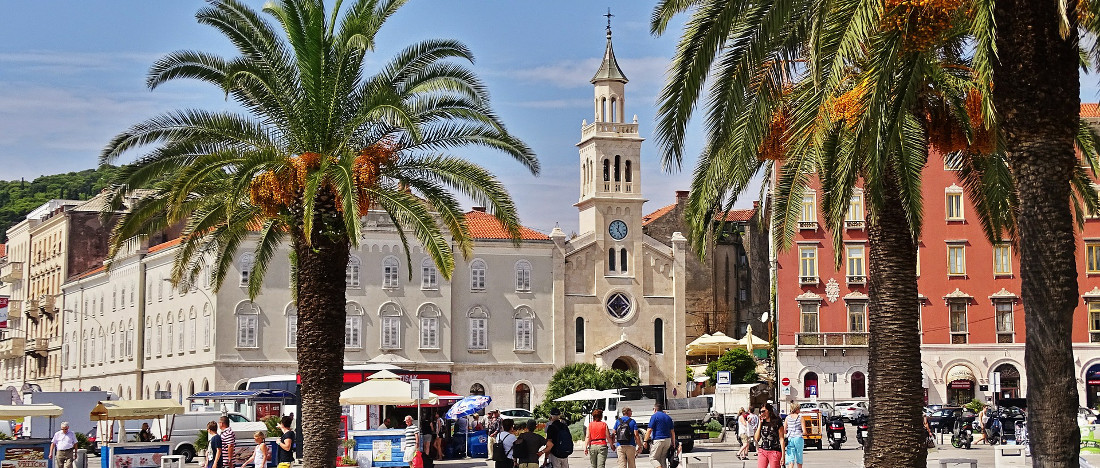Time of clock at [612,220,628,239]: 12:23
